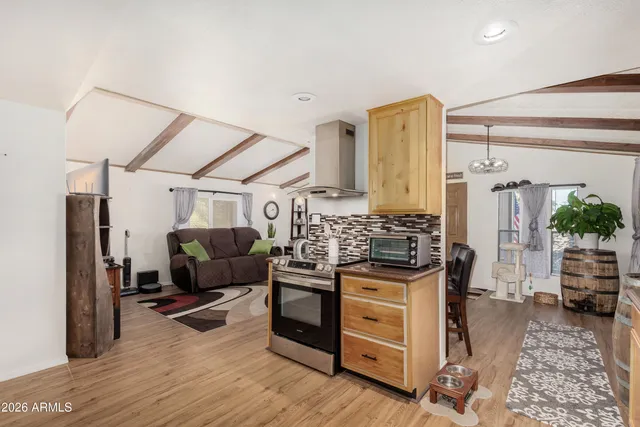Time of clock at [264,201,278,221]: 2:40
